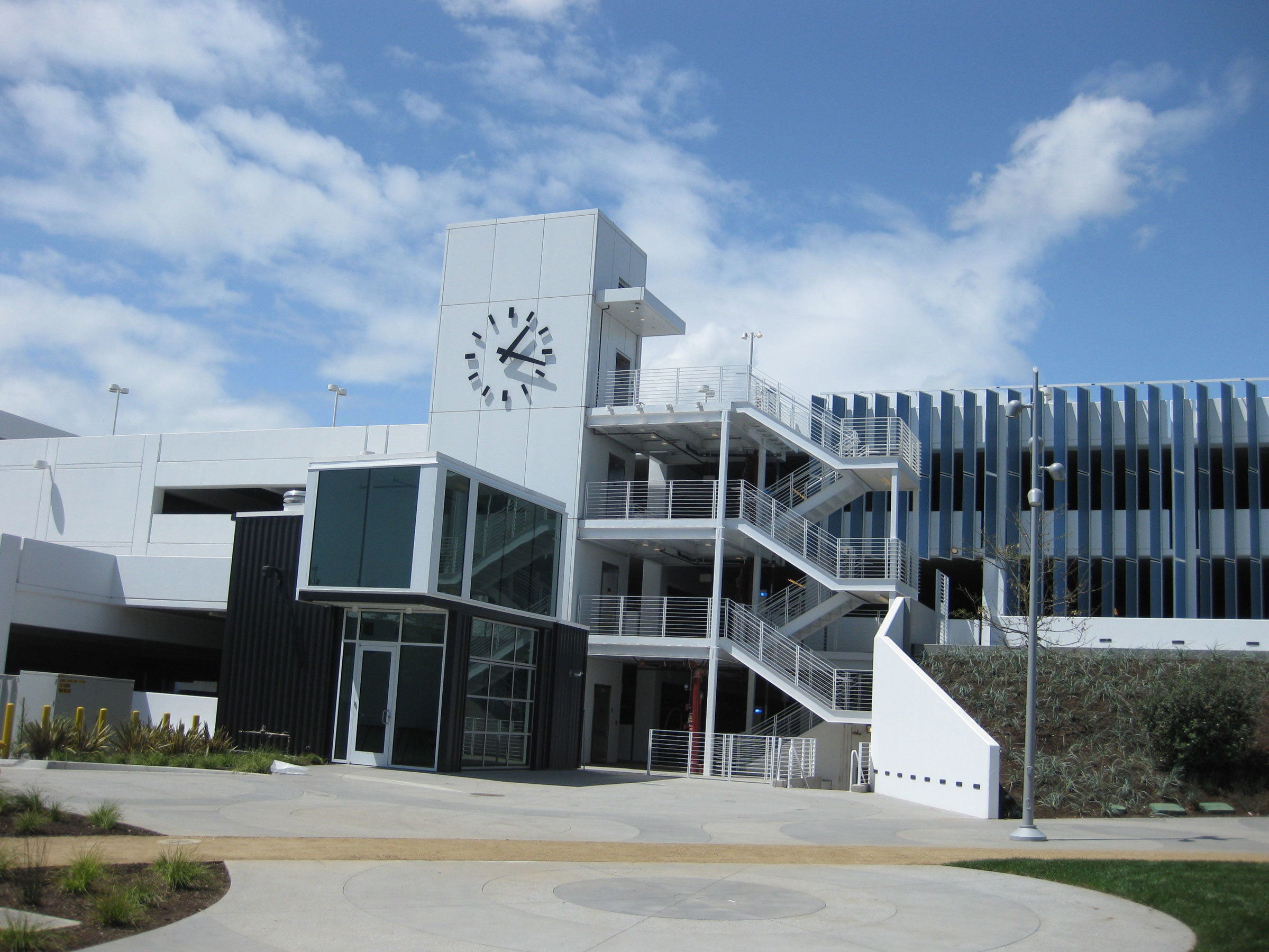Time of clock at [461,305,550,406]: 1:17
